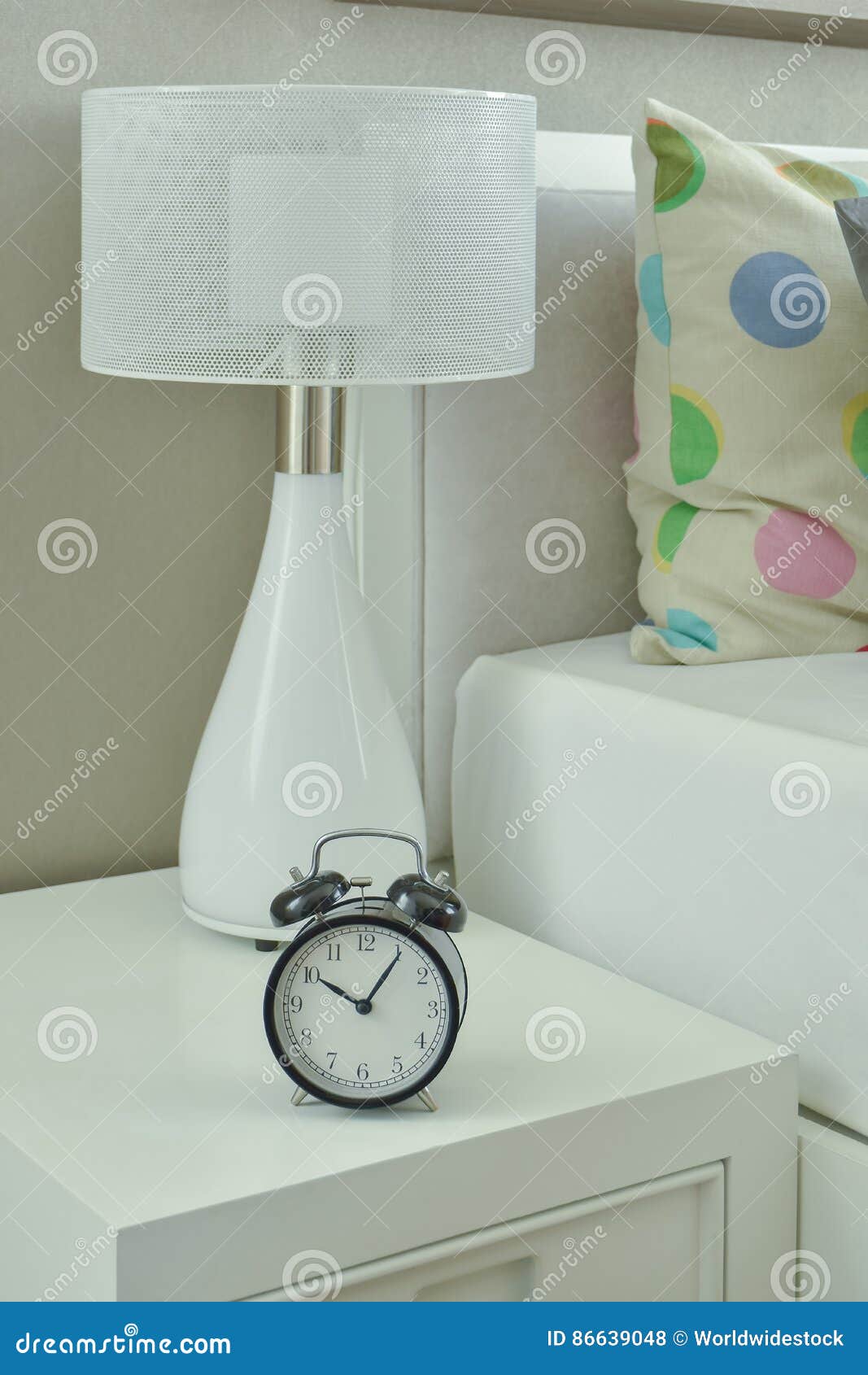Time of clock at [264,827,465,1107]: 10:05
